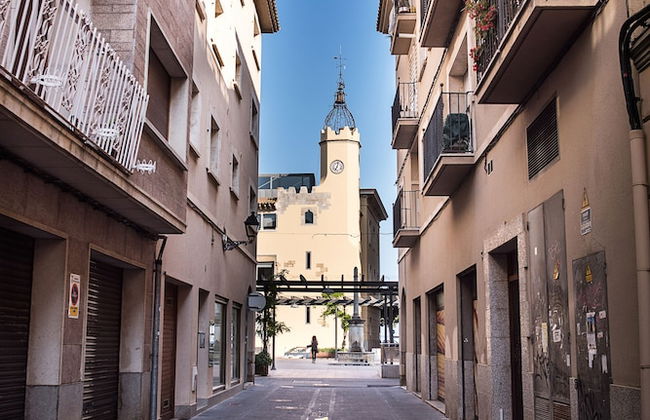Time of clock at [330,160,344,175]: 7:02
